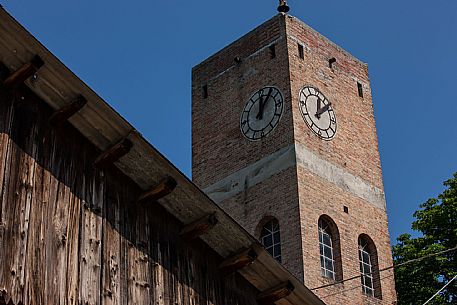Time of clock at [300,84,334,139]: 12:07
